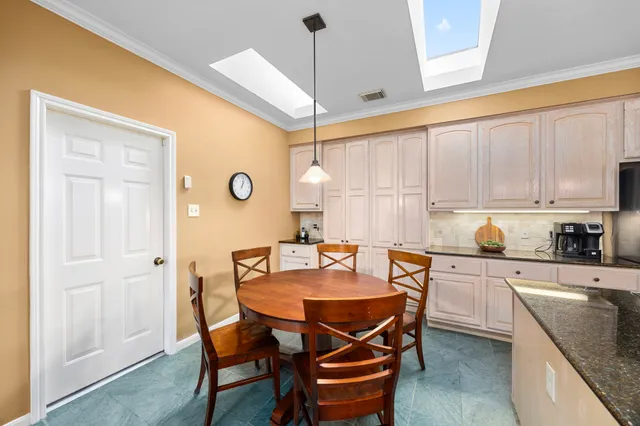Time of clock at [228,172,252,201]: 1:02
